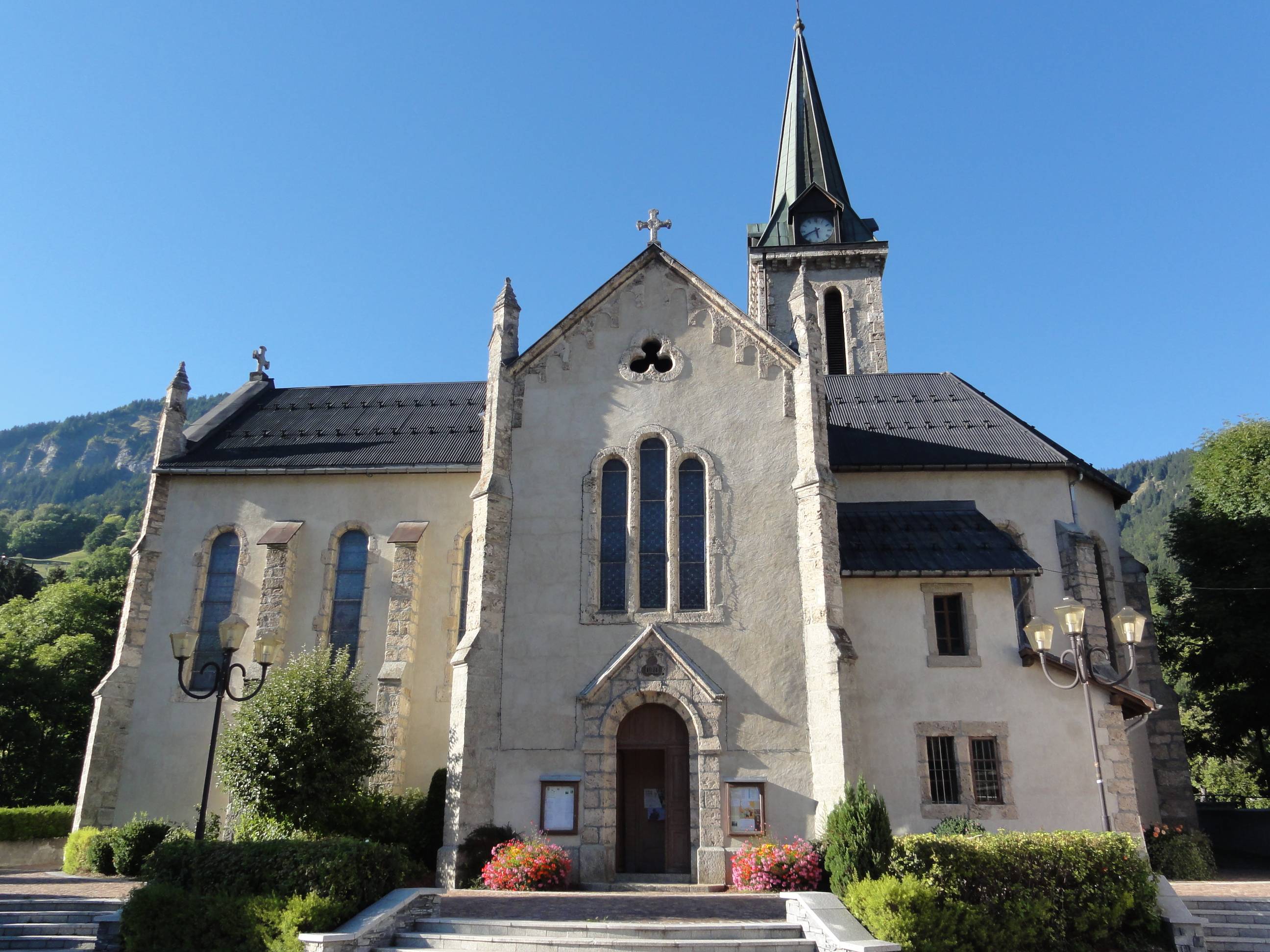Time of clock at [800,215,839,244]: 5:40
